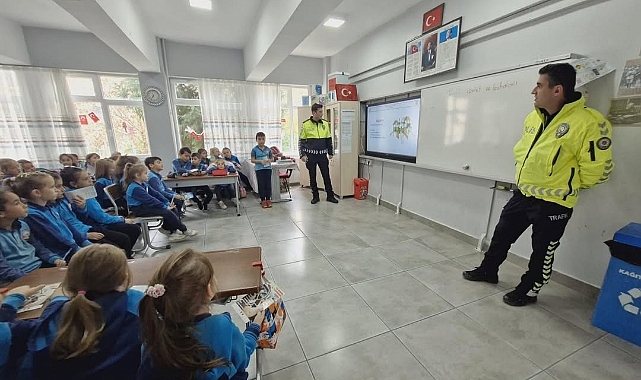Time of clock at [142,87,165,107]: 6:34
